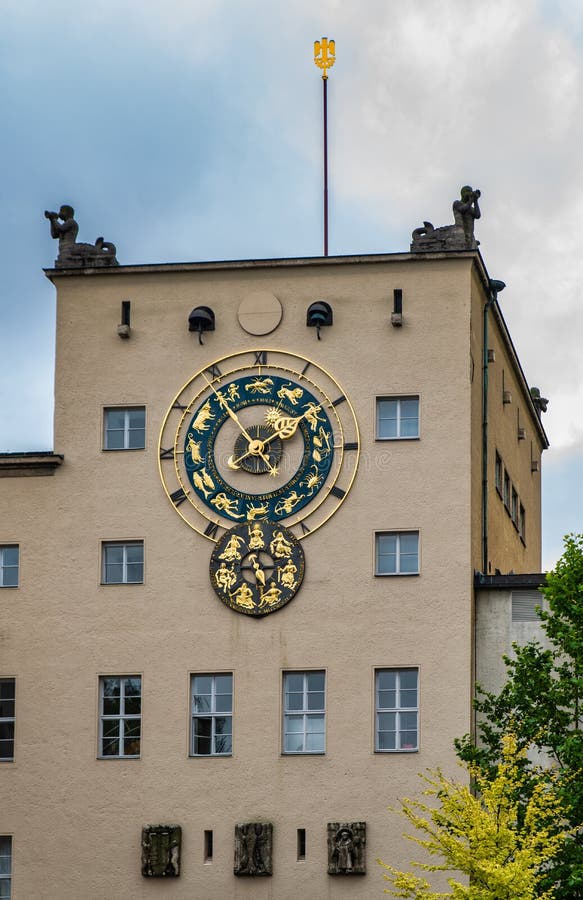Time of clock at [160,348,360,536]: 1:53
